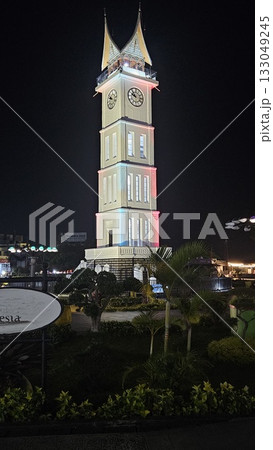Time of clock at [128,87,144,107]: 9:53
